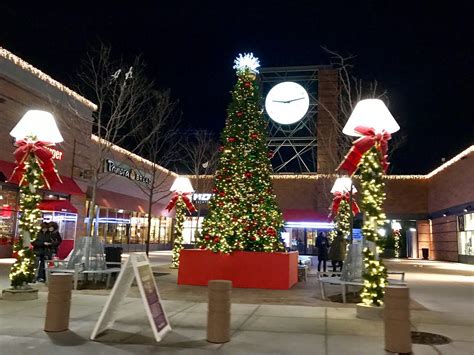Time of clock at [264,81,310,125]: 9:12
